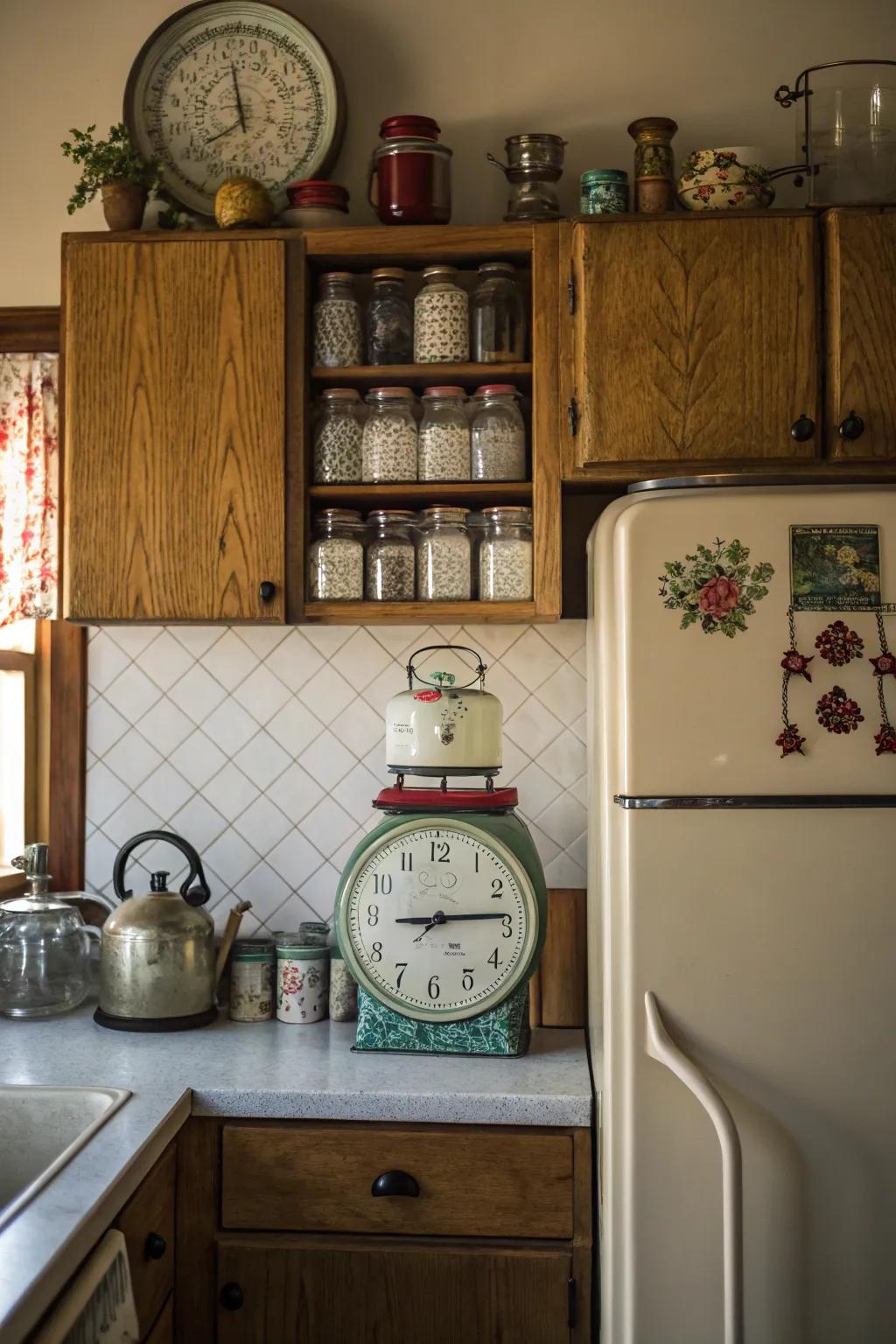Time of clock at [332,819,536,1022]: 9:13
